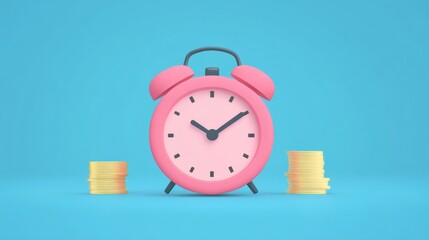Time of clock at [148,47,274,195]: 10:09
